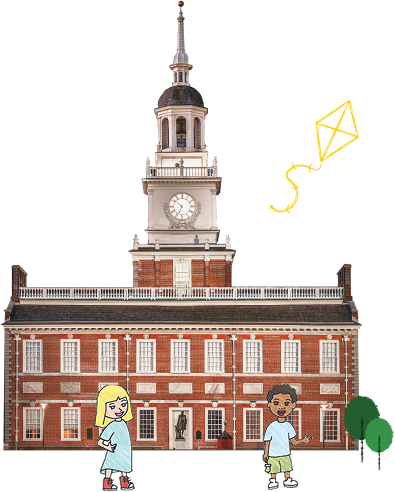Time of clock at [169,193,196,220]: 6:51
